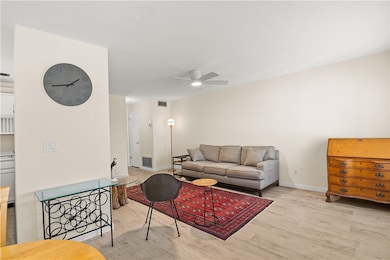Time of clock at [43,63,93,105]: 1:43
